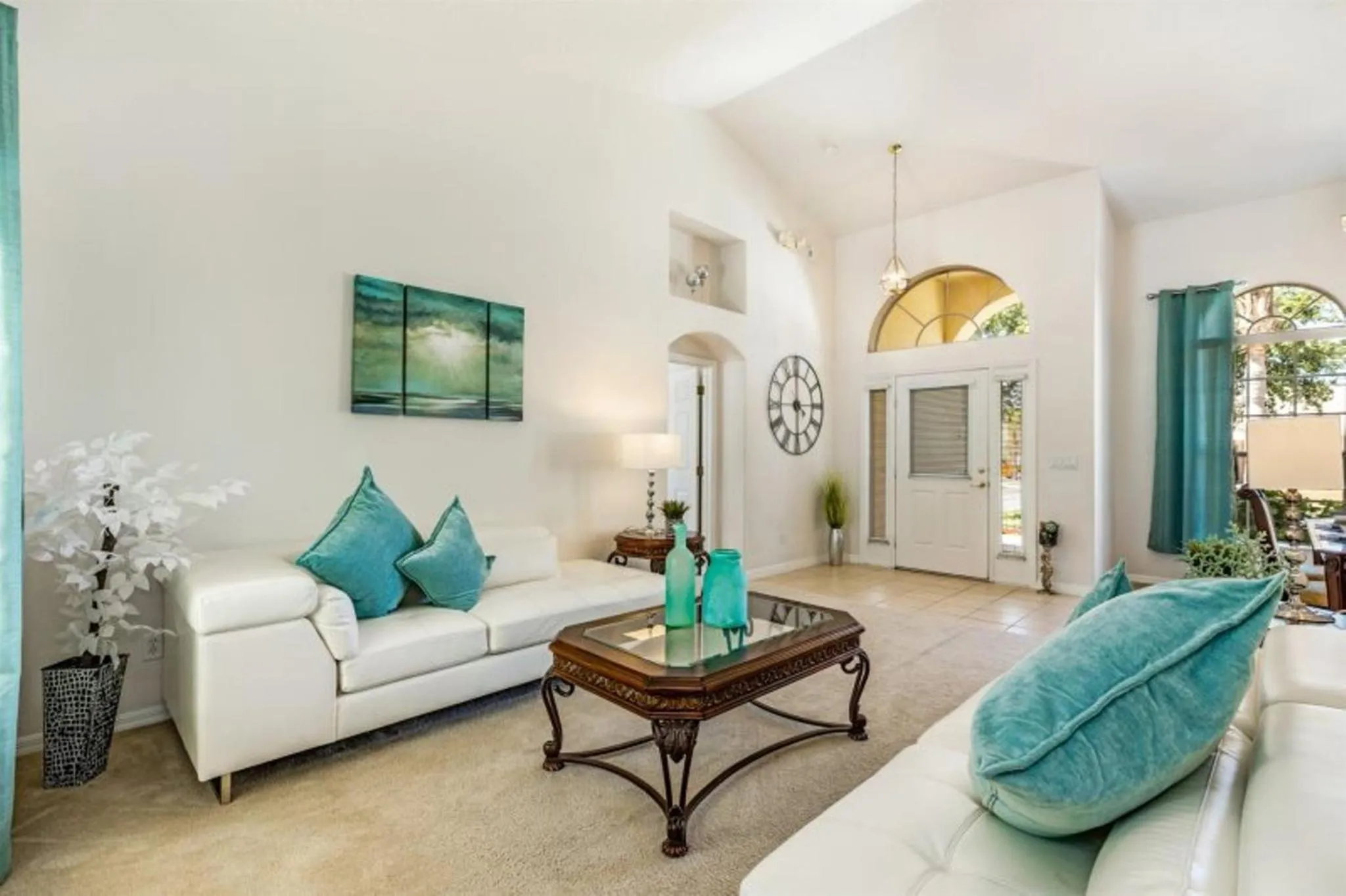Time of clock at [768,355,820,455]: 5:59
